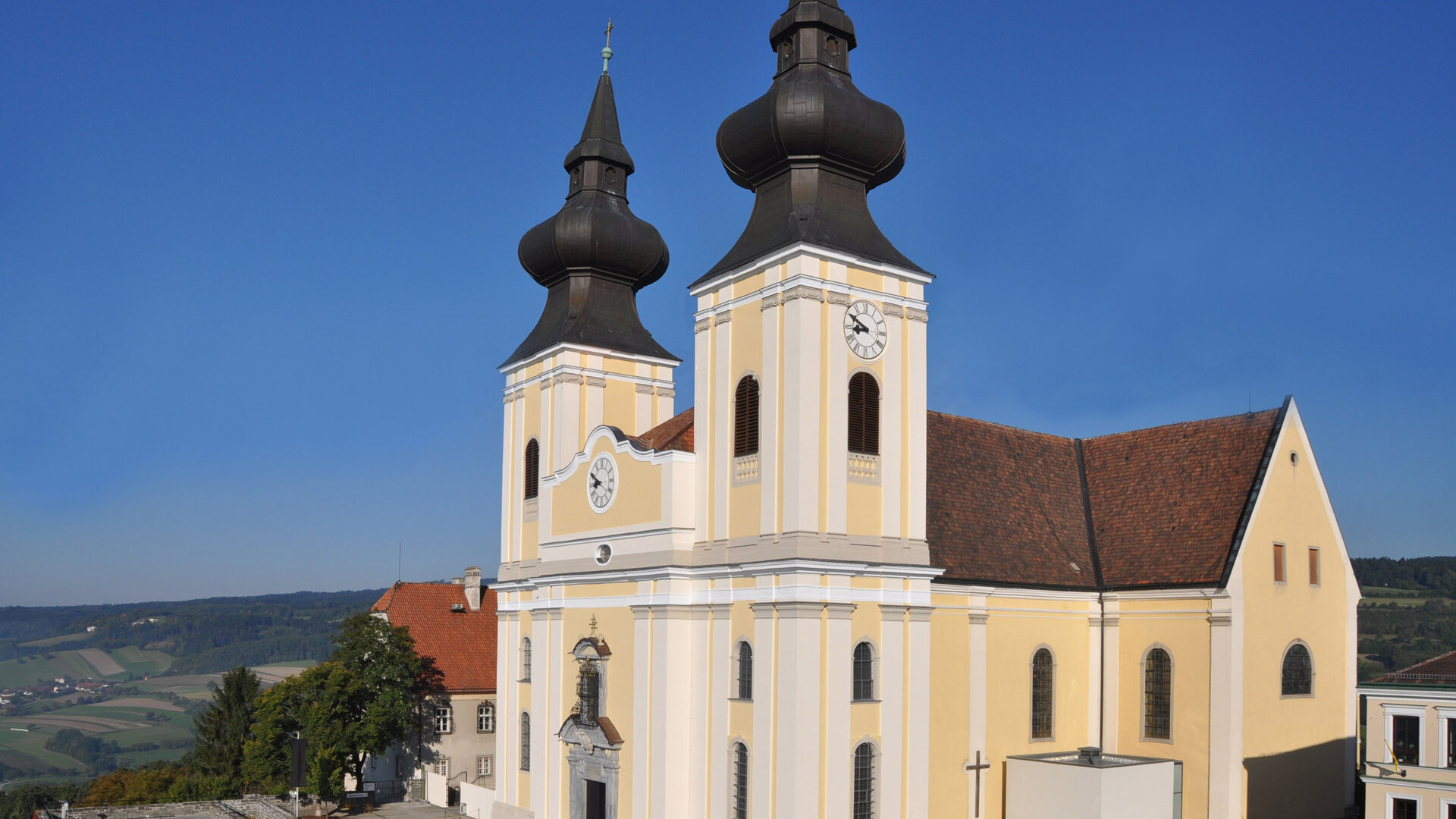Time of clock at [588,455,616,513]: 8:49
